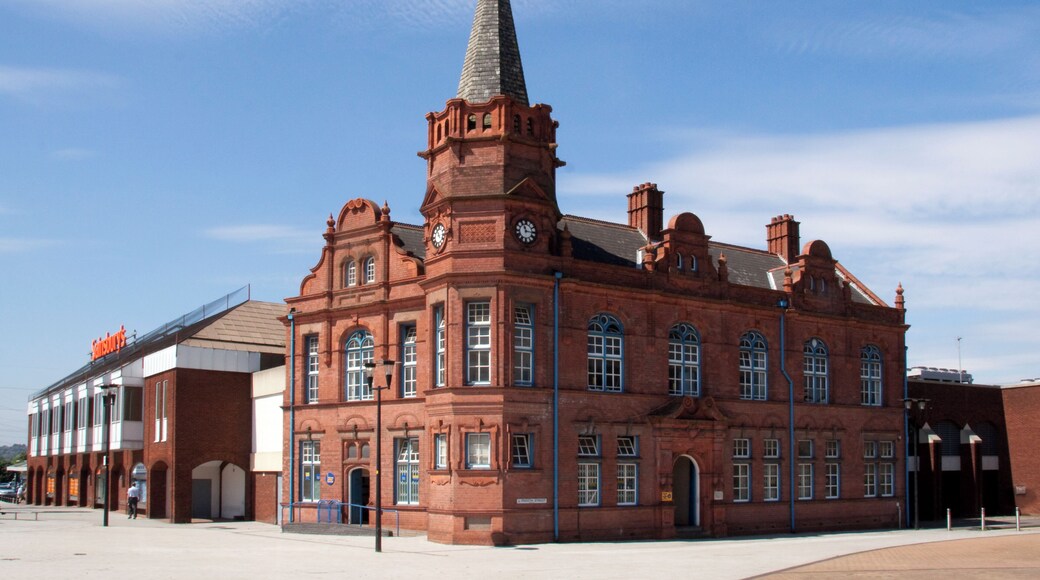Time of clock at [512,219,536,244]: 11:15
